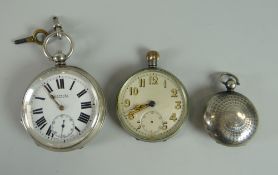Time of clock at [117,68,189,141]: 8:41
